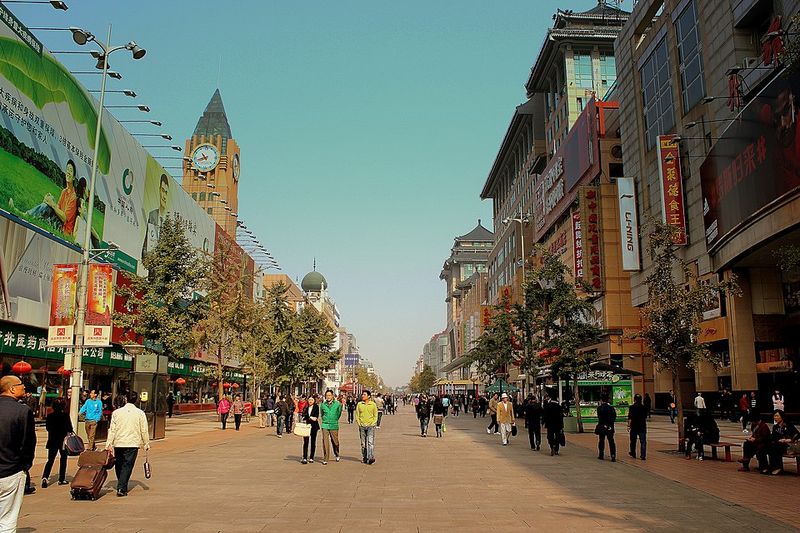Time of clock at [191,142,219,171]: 10:42
